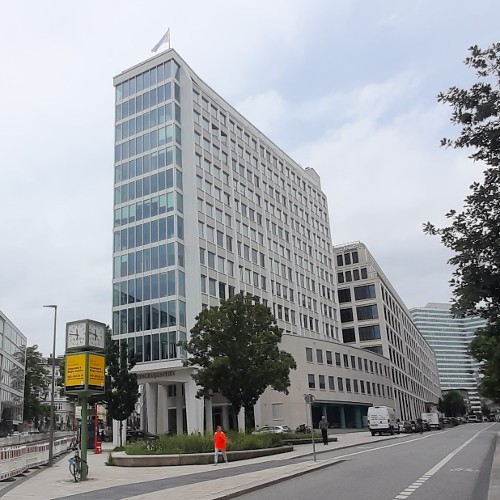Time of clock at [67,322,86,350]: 11:46
